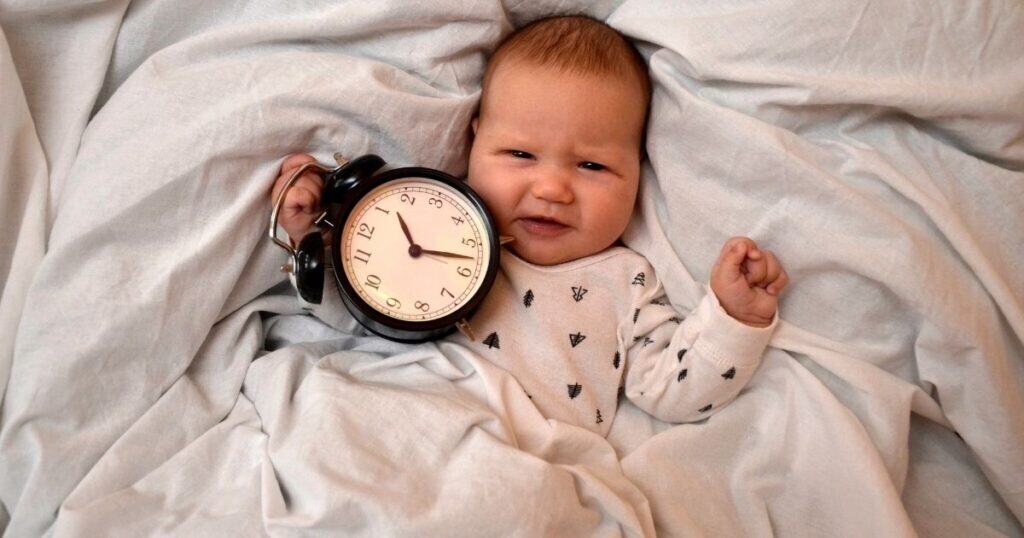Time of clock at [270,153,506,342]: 11:17
